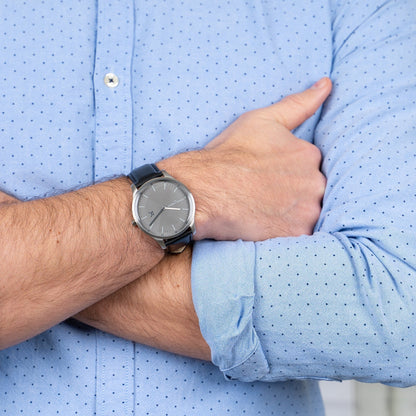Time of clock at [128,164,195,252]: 7:15
